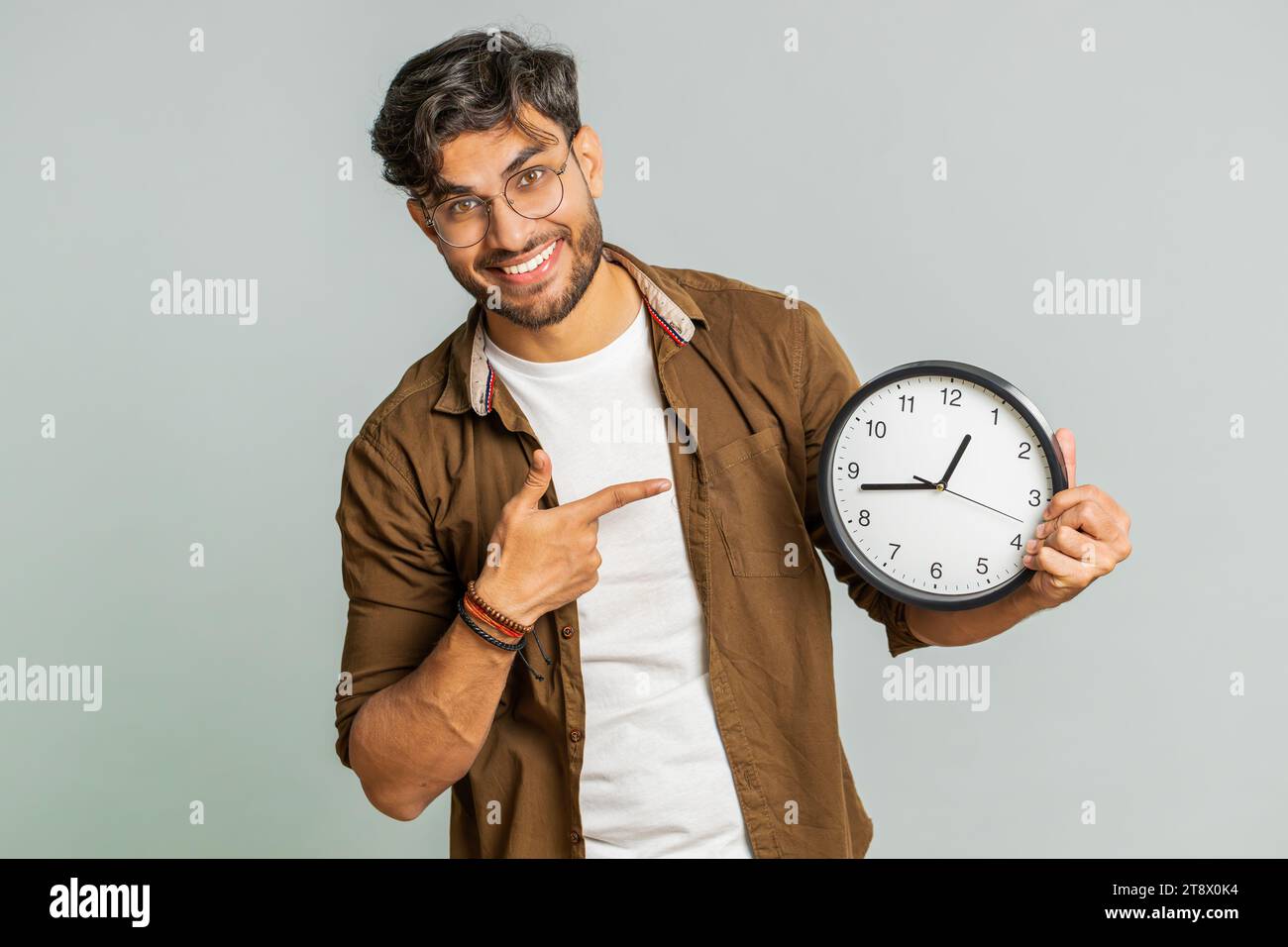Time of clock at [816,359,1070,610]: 12:43
